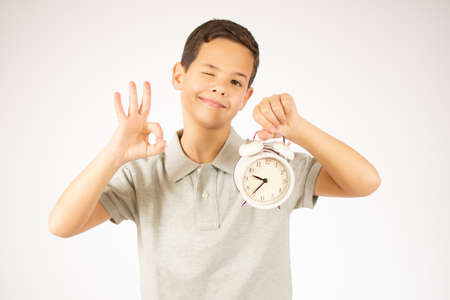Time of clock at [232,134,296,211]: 9:35
